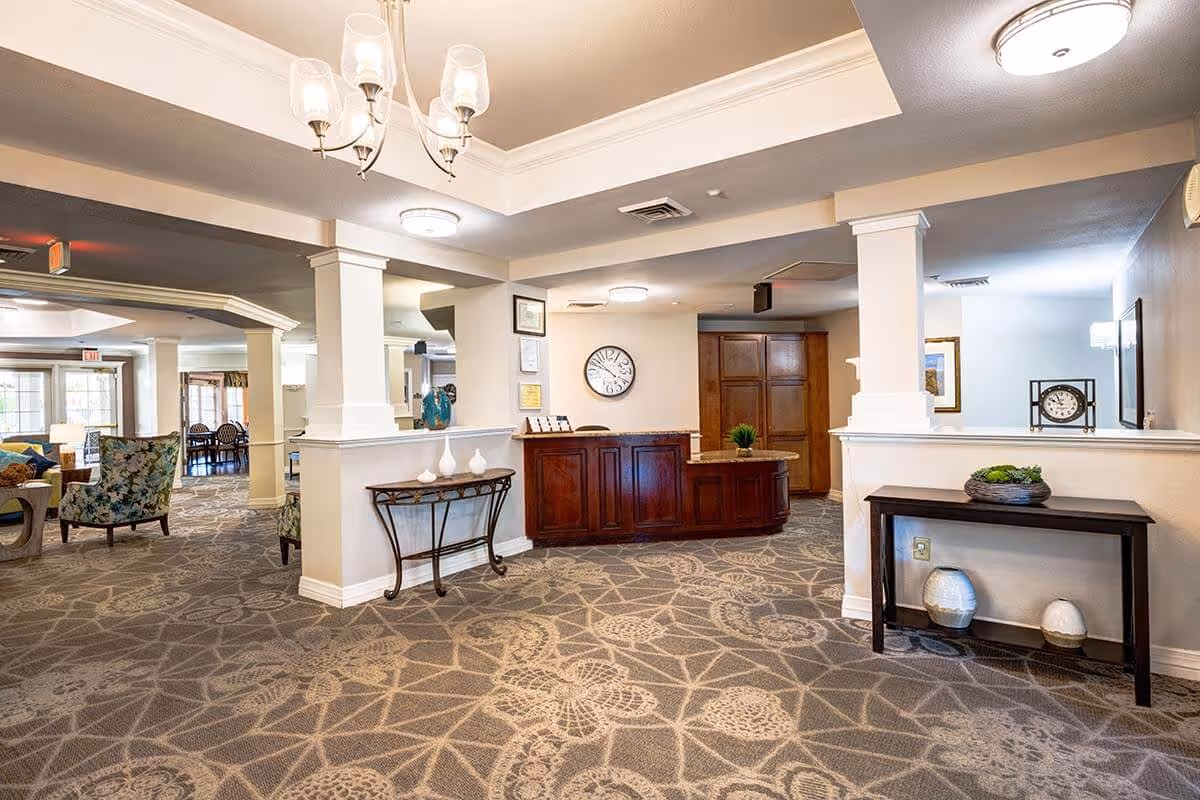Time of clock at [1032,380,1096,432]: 9:56
